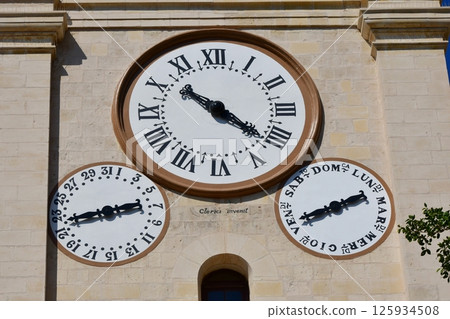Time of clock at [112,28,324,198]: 10:21
